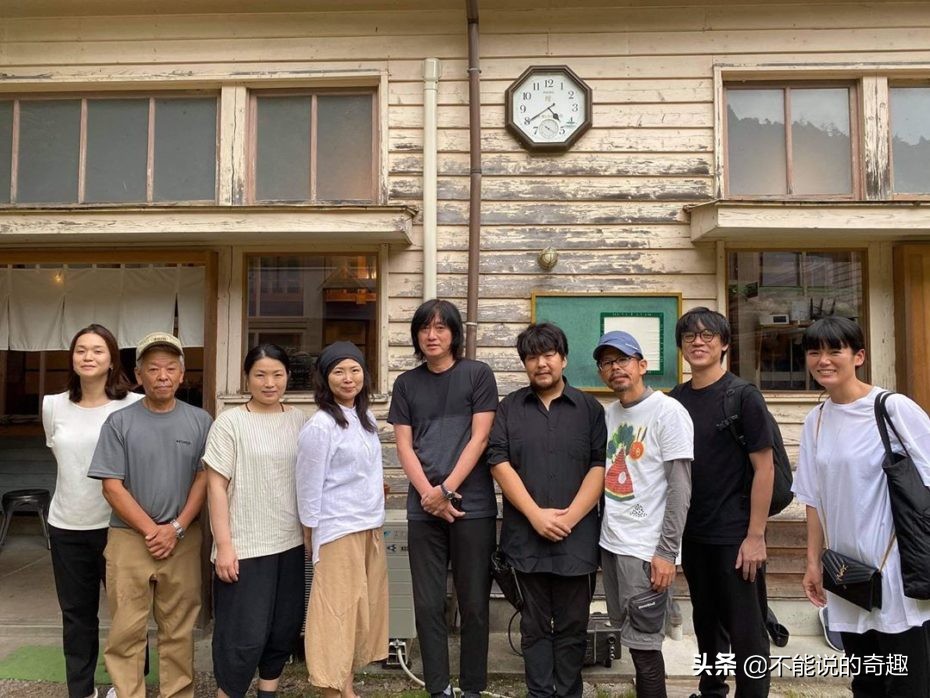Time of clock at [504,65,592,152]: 4:39
